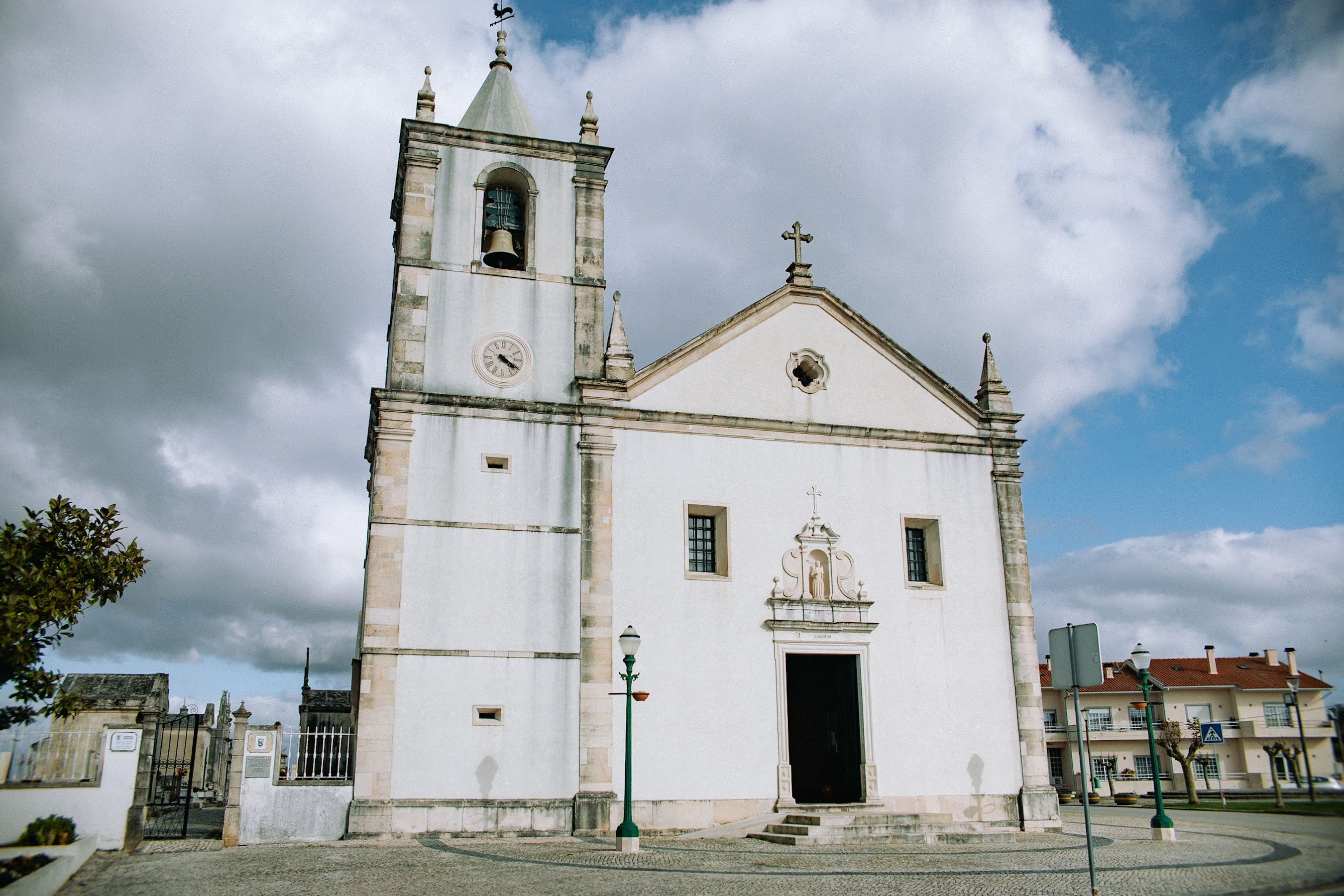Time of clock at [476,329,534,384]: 4:20
